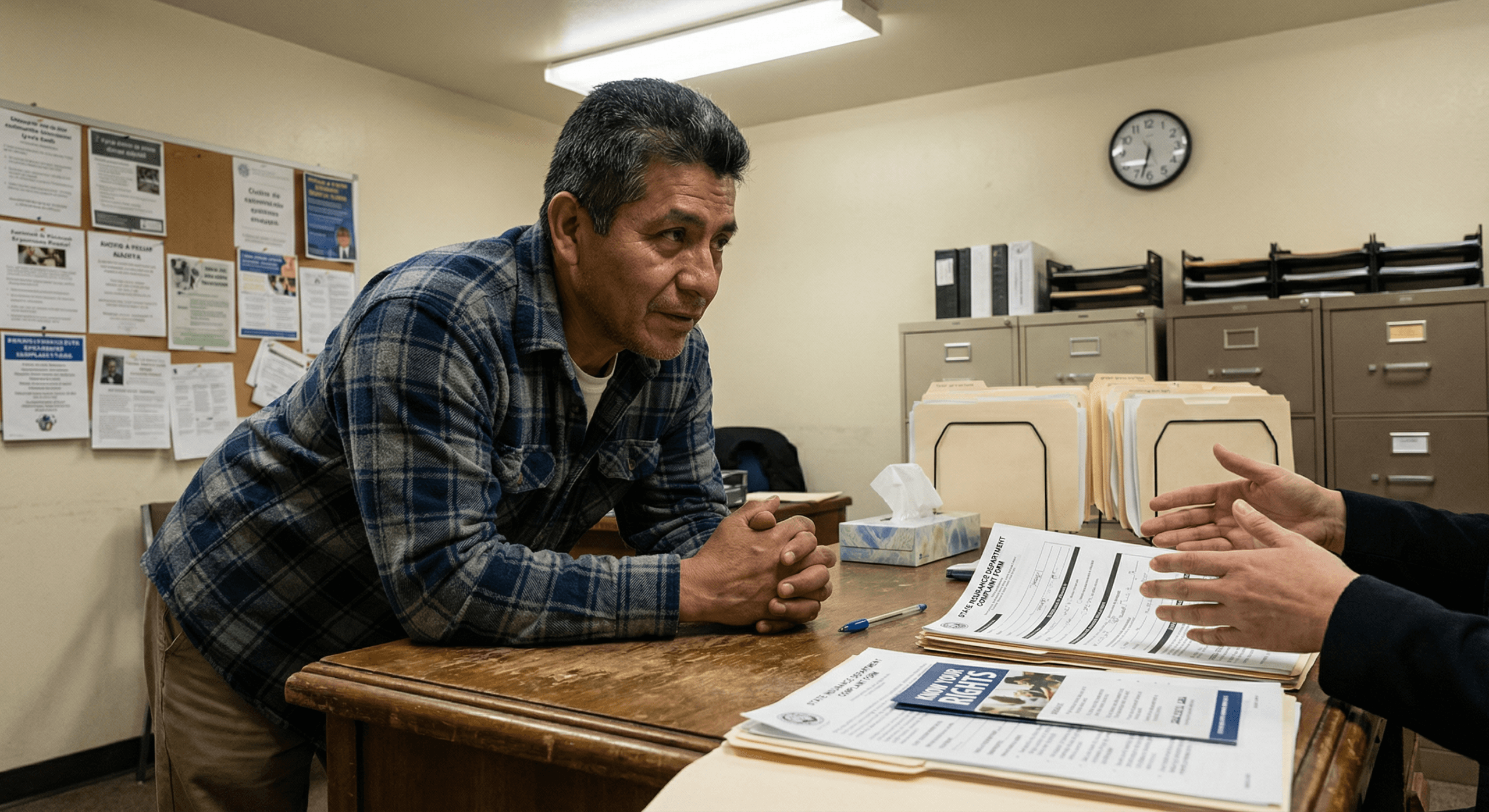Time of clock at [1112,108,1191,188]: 6:32
